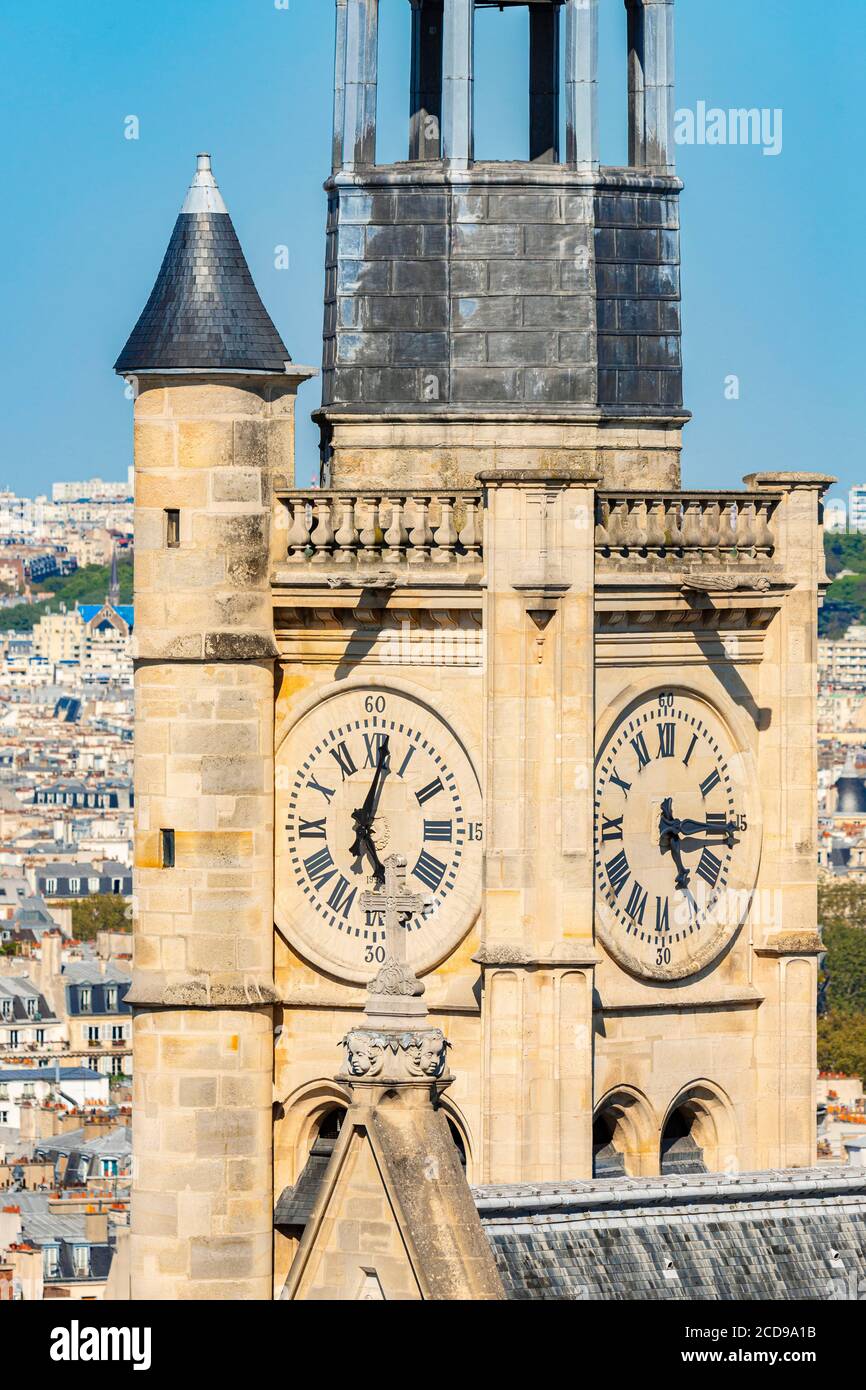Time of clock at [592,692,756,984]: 5:15
